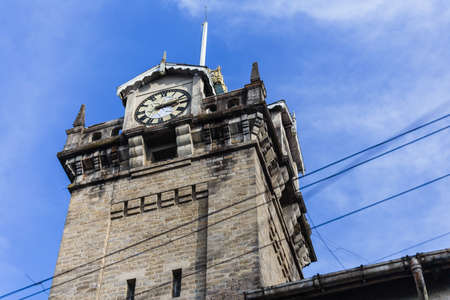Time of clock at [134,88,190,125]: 3:12
